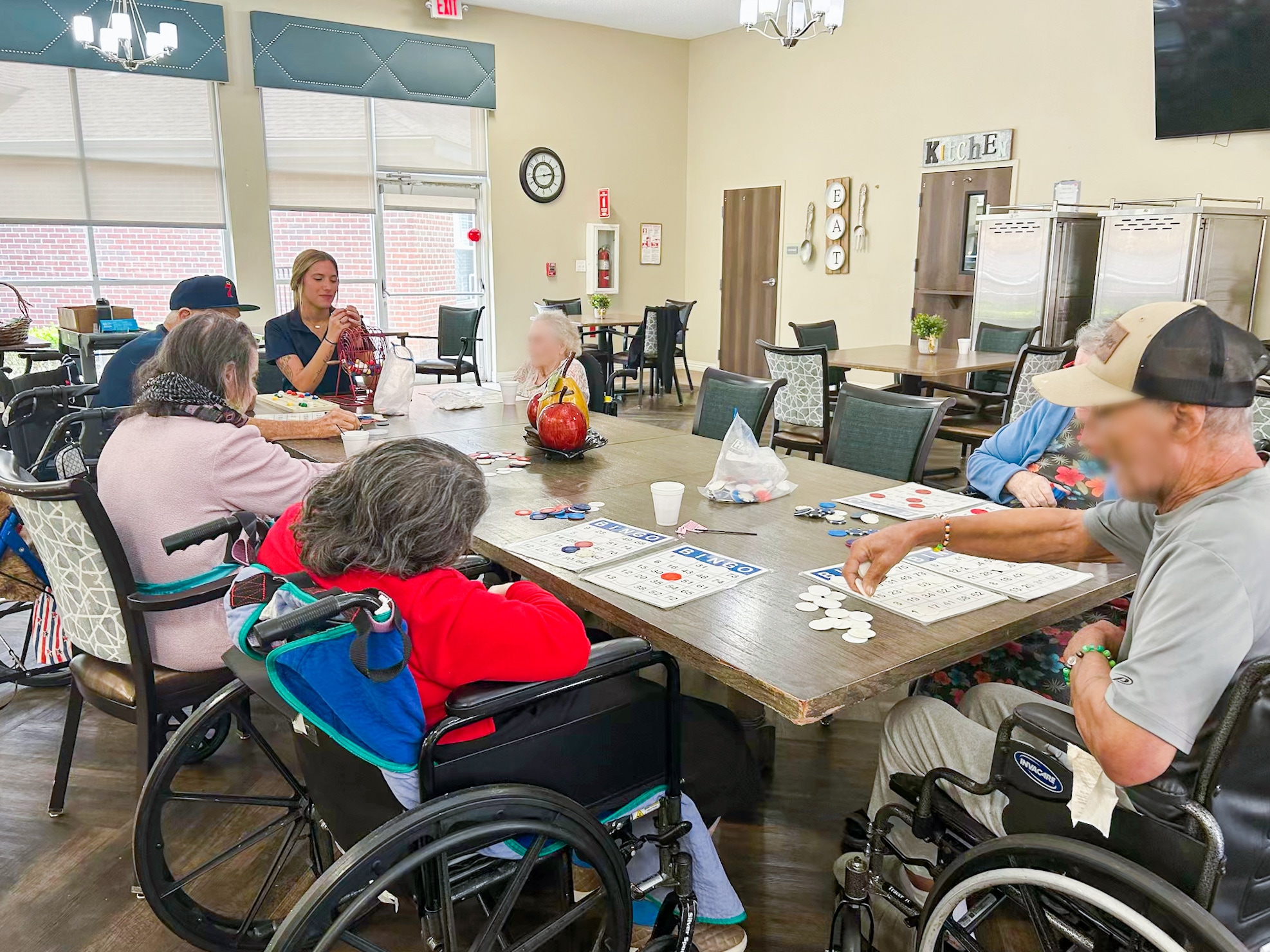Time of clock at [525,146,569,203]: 2:43
